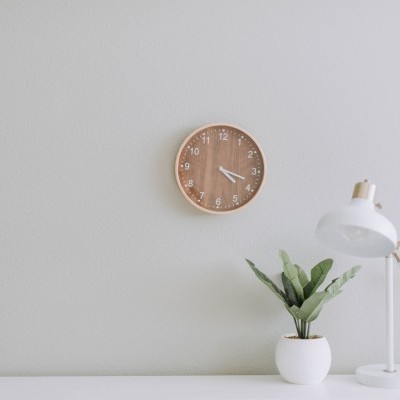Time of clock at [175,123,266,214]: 4:18
